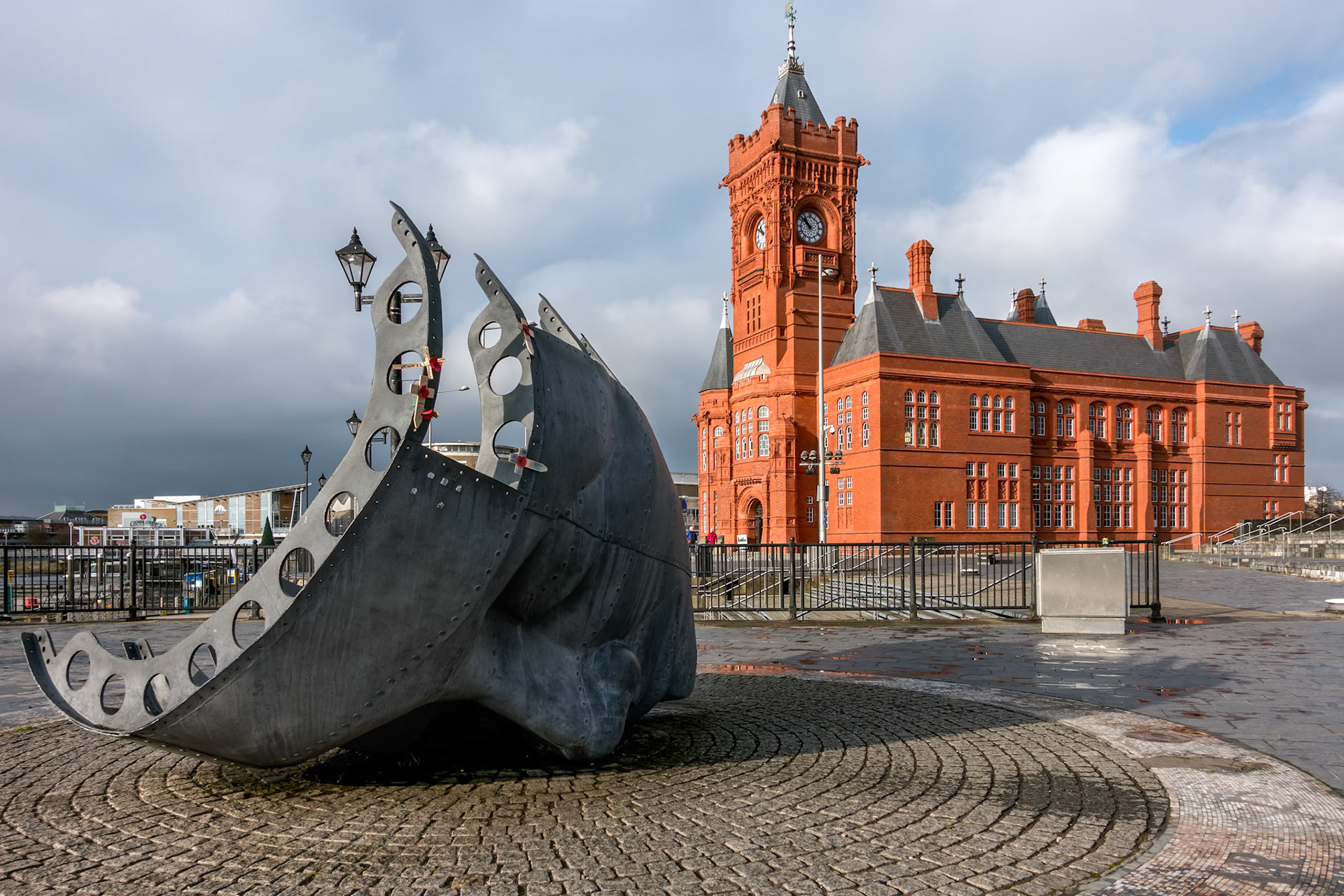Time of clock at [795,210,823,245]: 10:52
